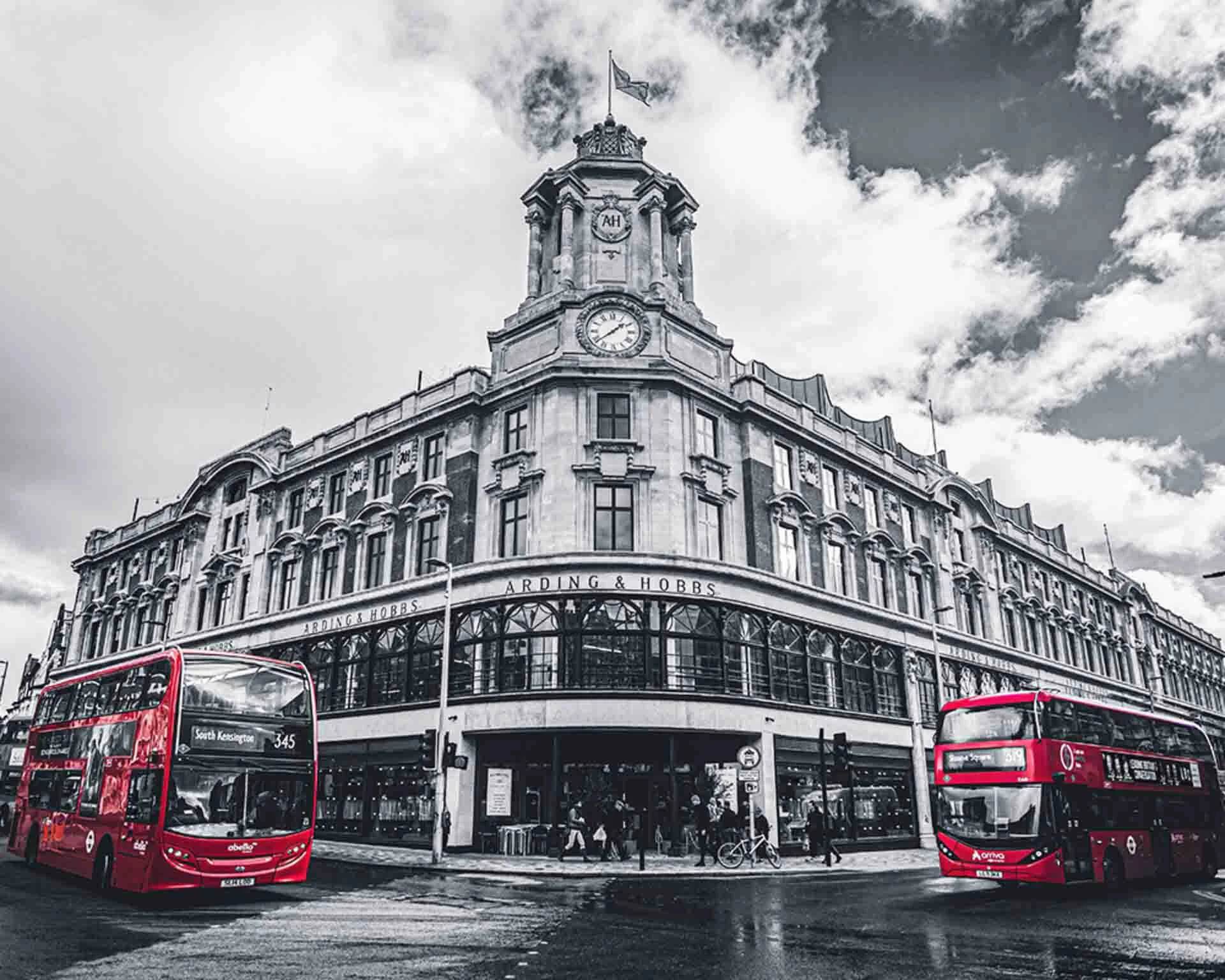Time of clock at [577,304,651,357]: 1:39
